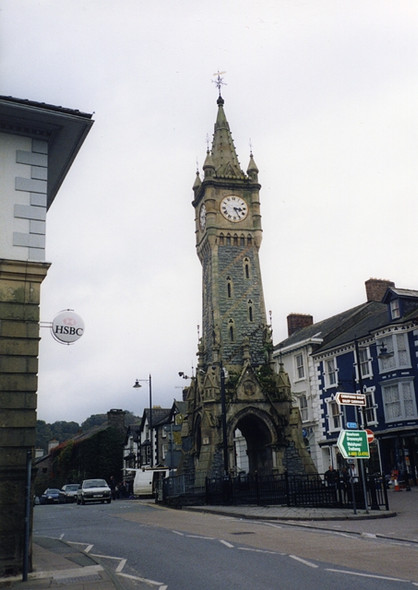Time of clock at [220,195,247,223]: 3:25
